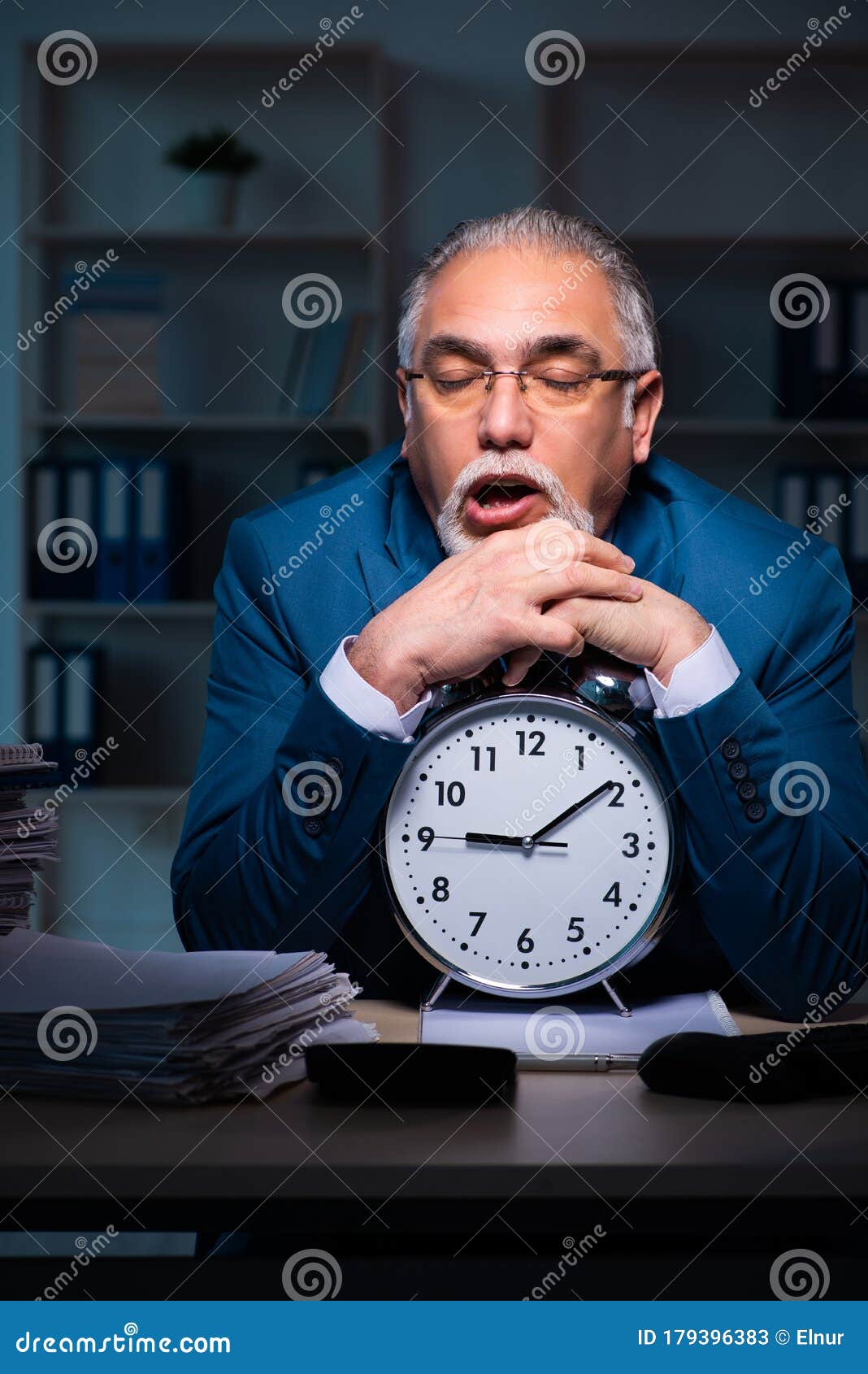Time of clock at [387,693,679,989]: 9:09
